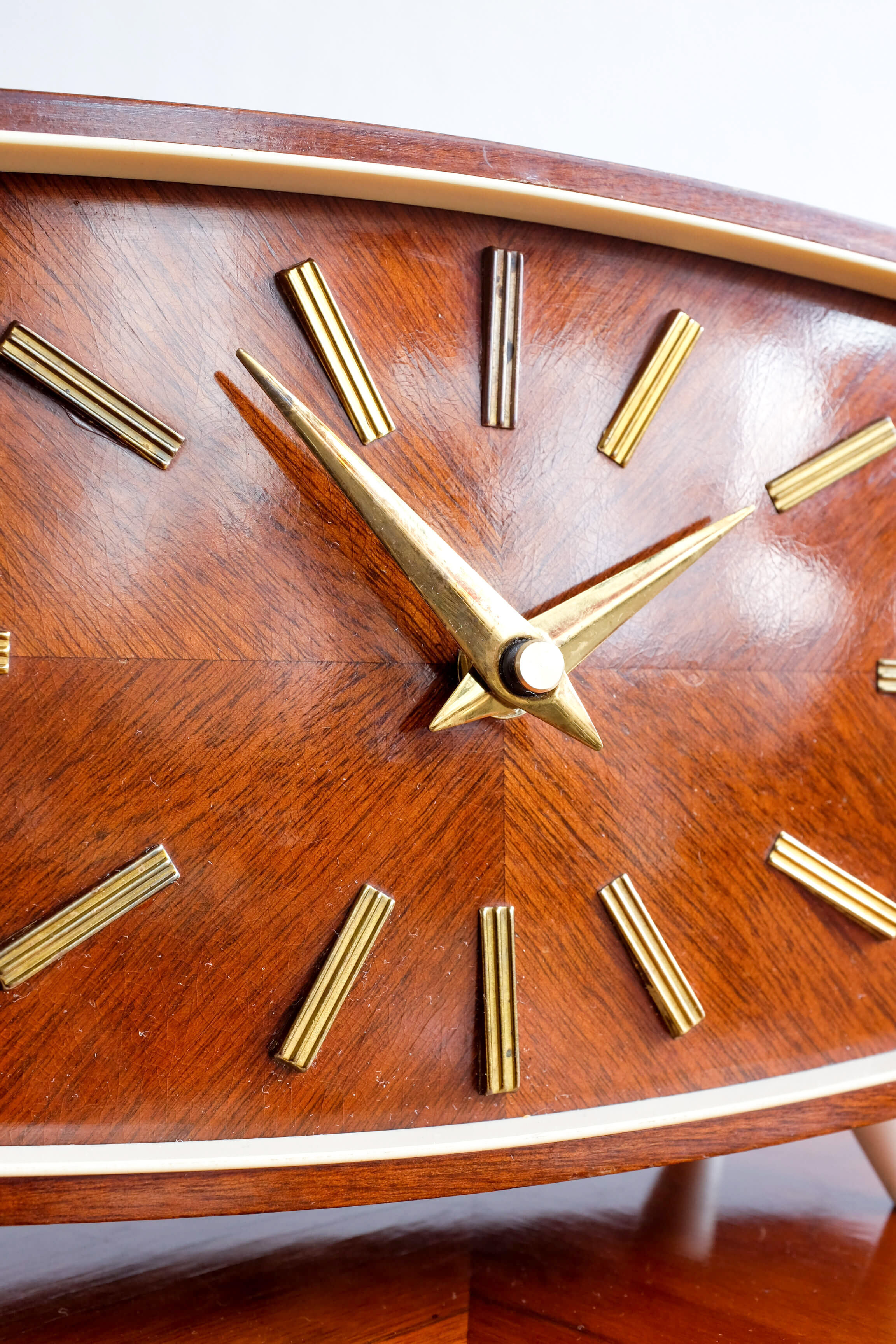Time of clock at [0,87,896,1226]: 1:52
